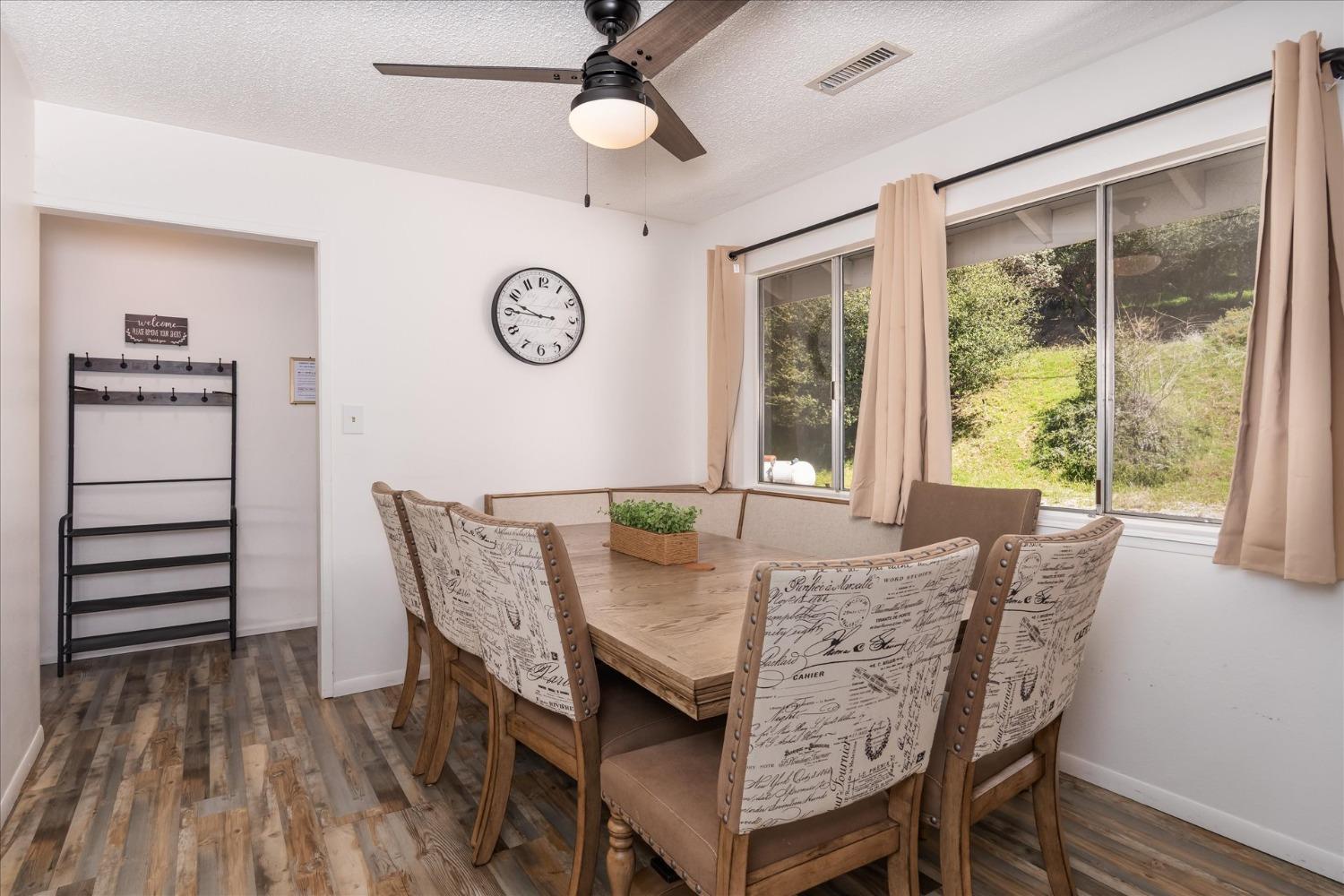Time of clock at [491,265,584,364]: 9:45
